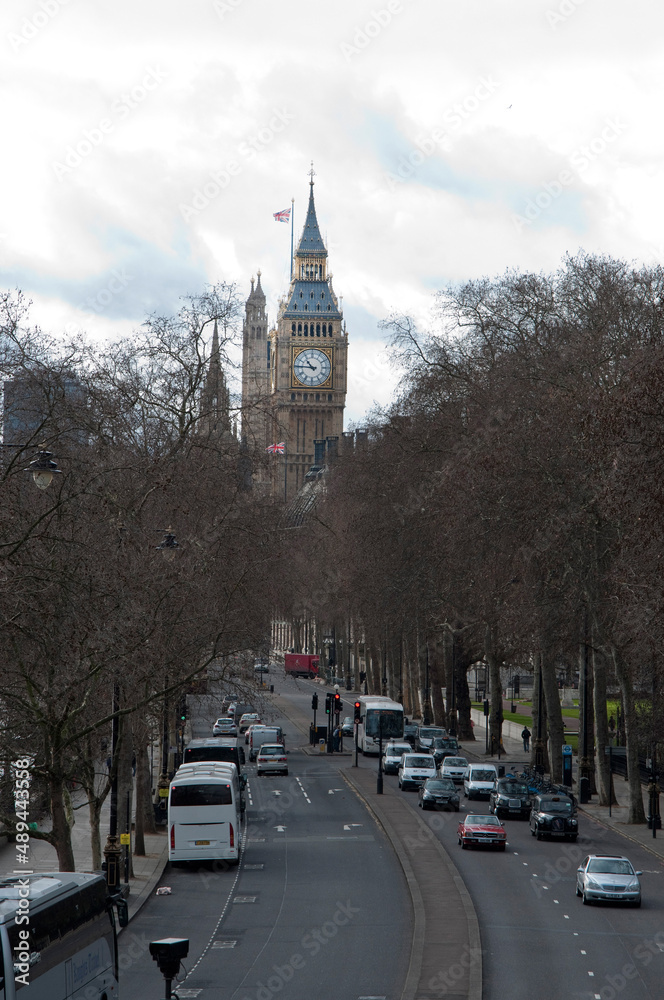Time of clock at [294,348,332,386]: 10:45
